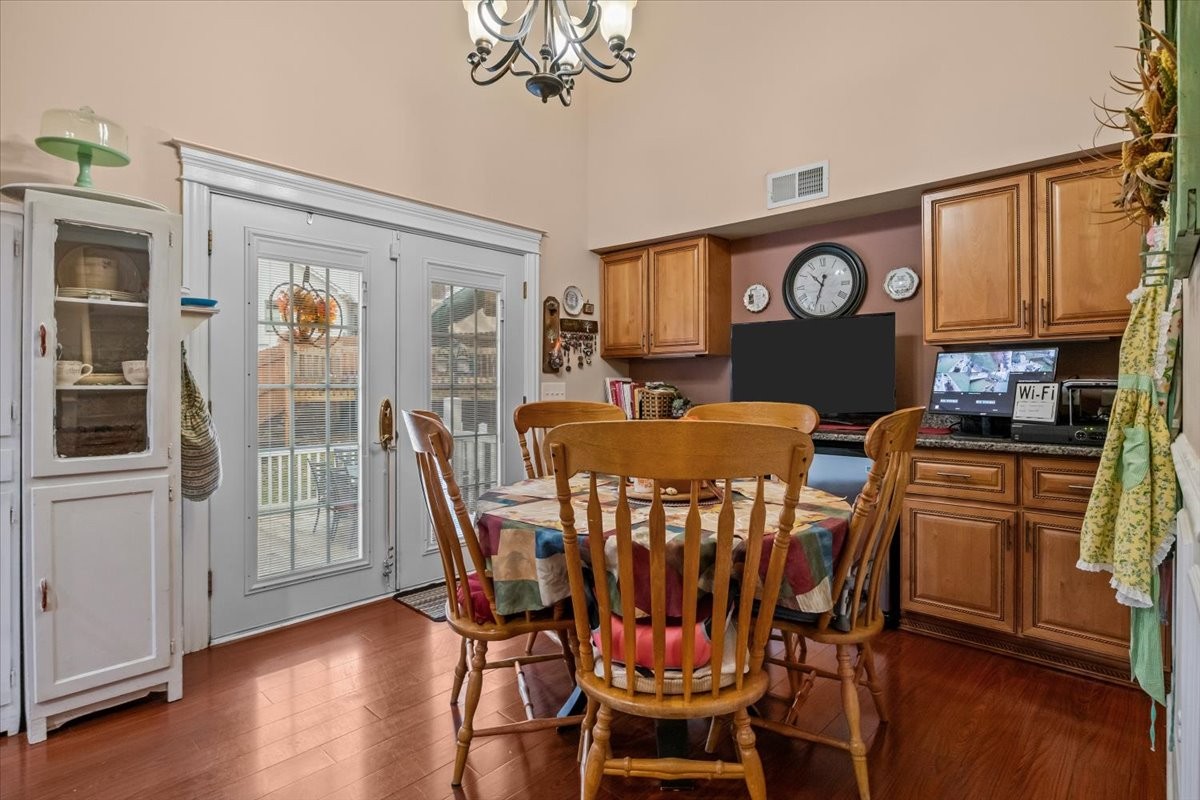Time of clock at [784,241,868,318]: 10:33
